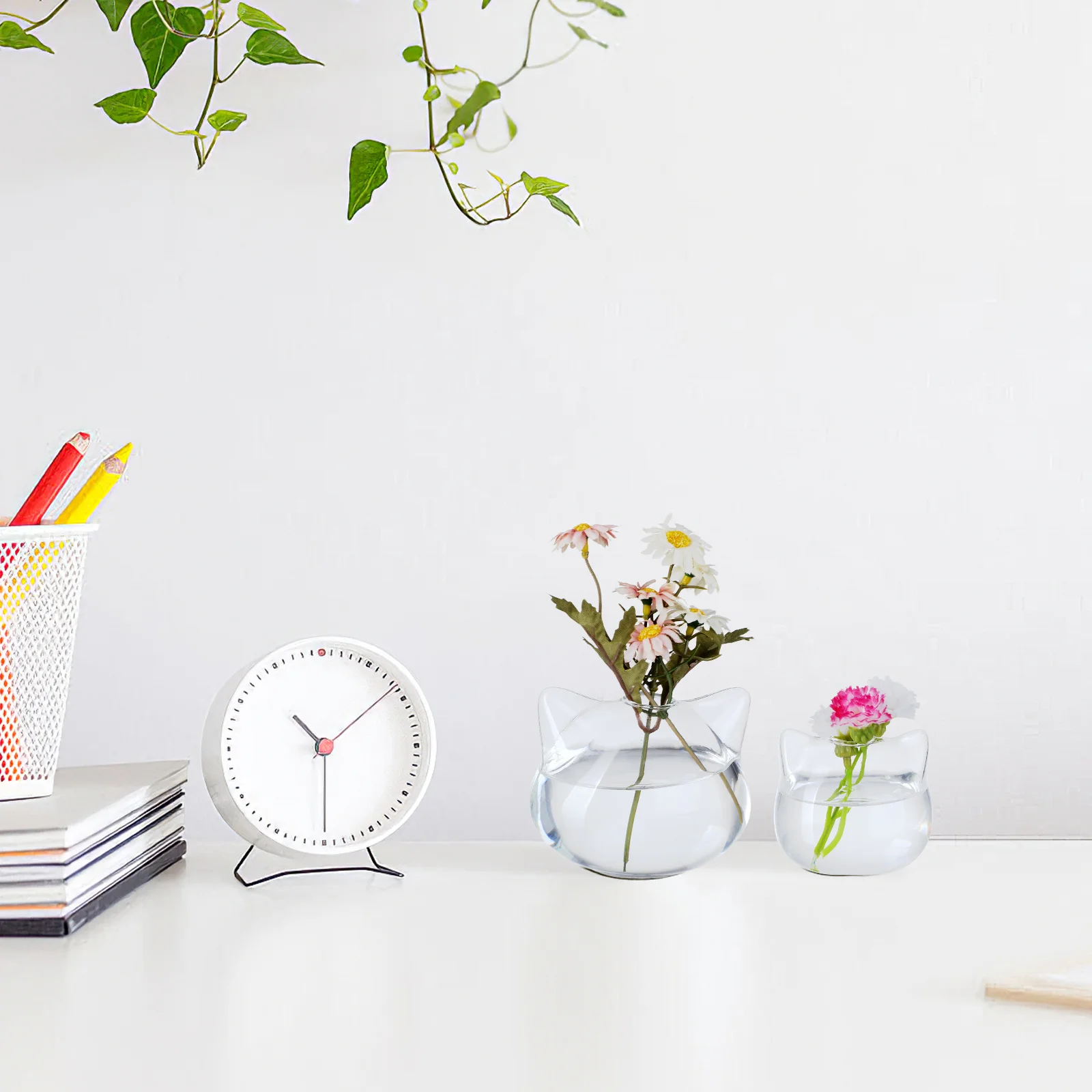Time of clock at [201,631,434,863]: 10:29
